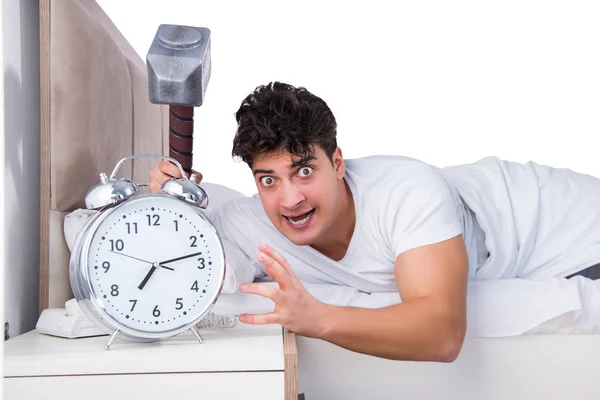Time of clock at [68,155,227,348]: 7:13
